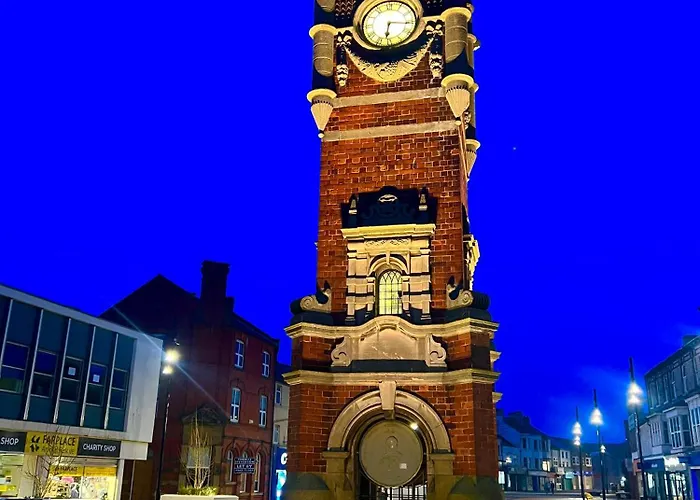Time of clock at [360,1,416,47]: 6:16
